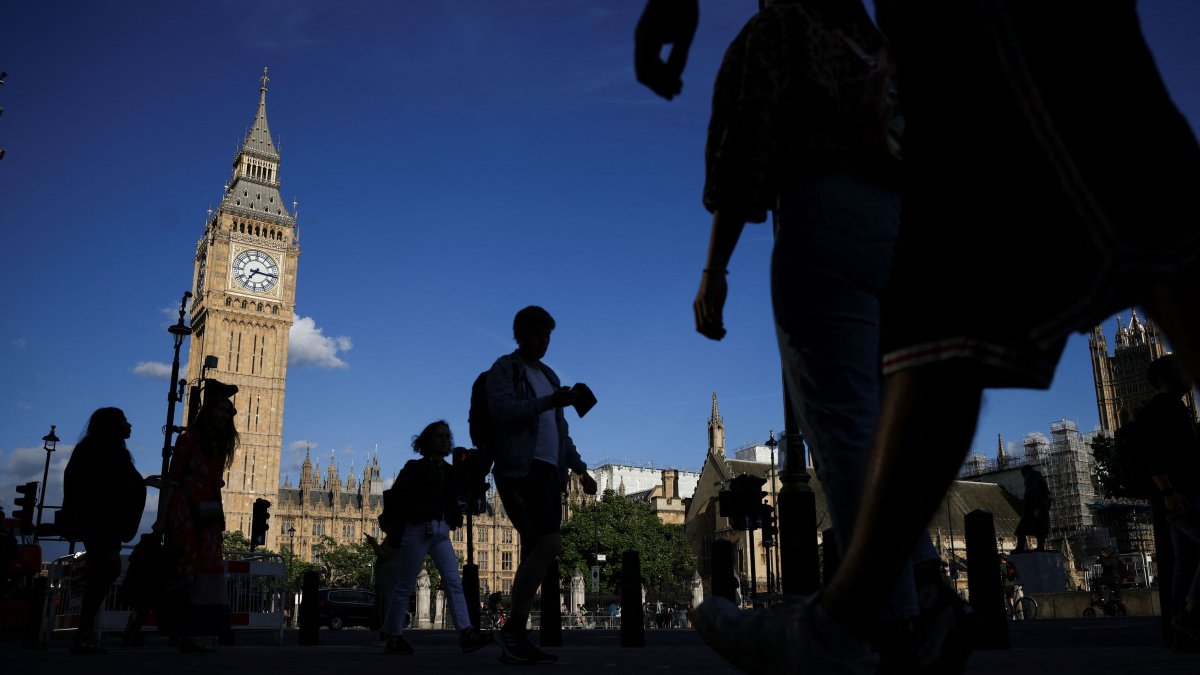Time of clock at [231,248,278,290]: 7:16
